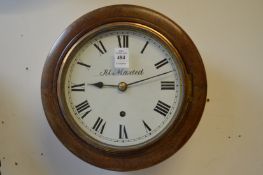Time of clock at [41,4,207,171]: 9:12
